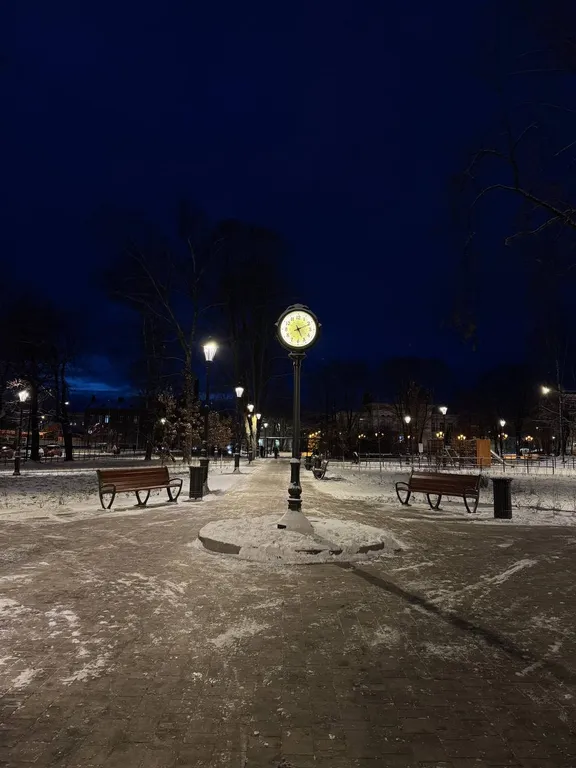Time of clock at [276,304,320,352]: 5:11
